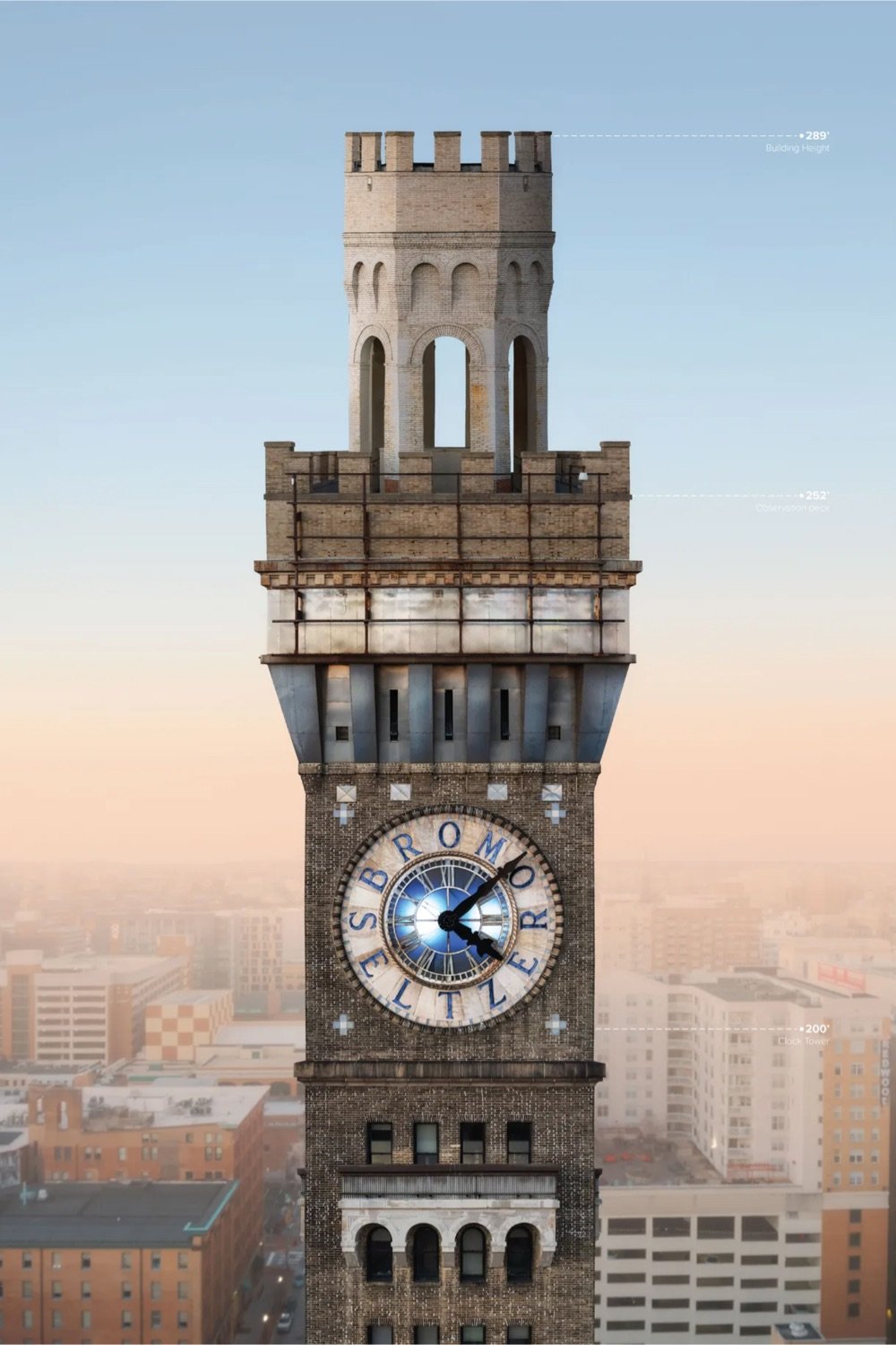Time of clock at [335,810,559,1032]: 4:08
